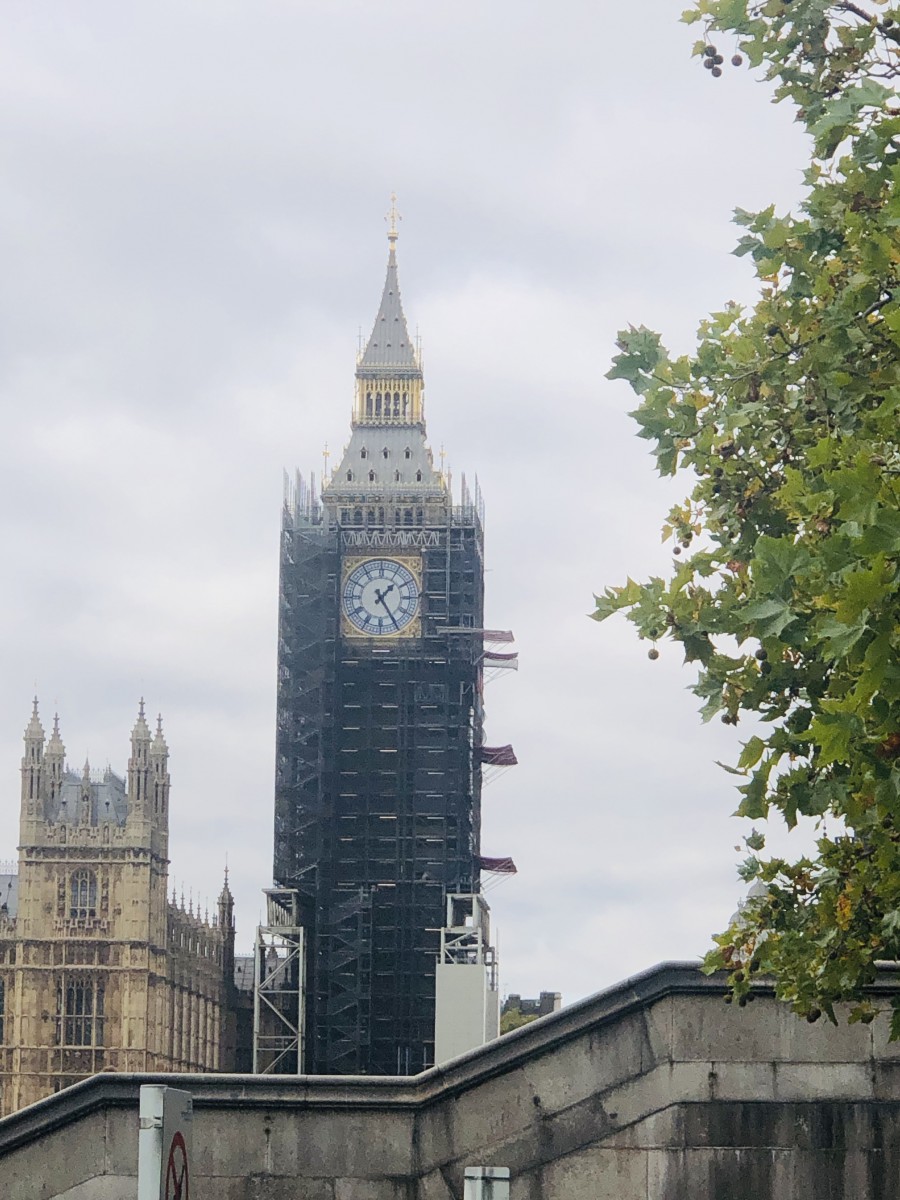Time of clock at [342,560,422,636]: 1:24
